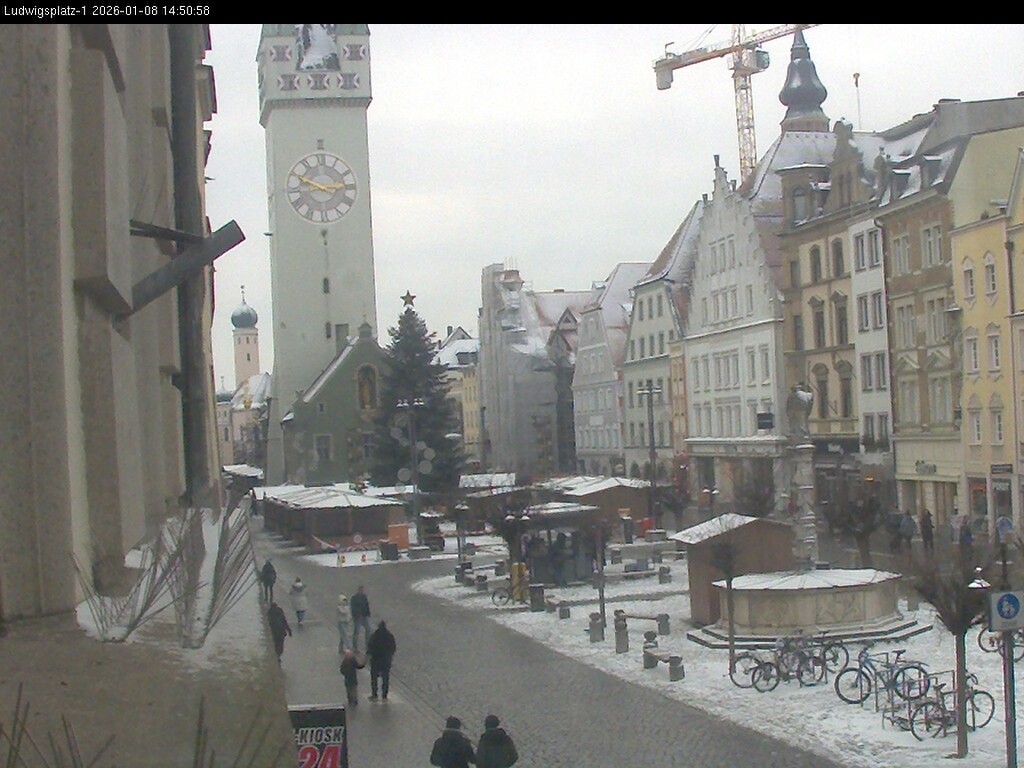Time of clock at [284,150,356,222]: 2:49
